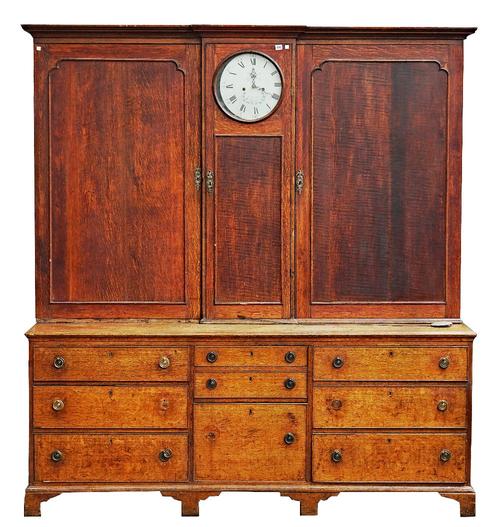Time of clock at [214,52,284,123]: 4:00
